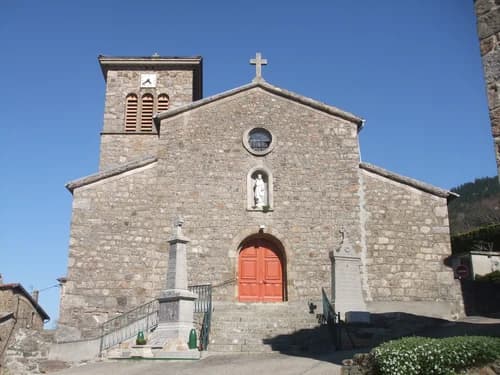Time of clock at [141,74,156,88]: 4:37
